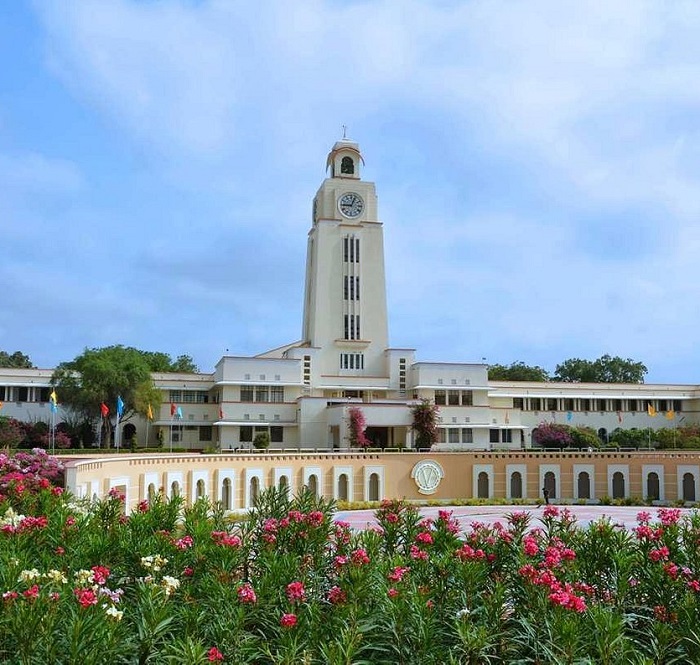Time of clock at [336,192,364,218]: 9:03
